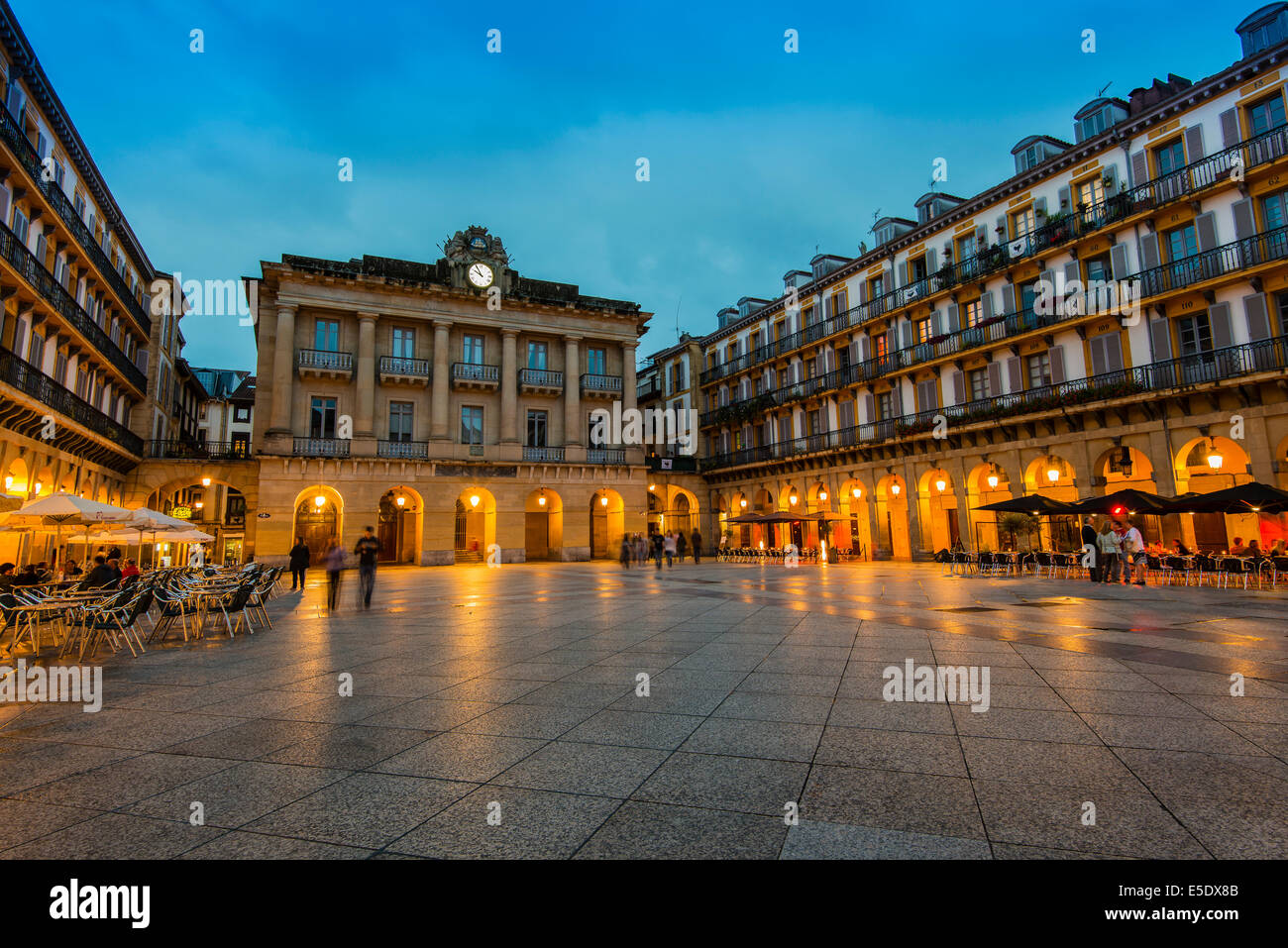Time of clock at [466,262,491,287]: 9:54
